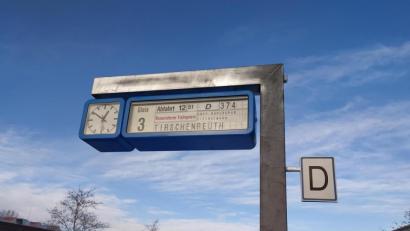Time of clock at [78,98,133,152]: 12:50
